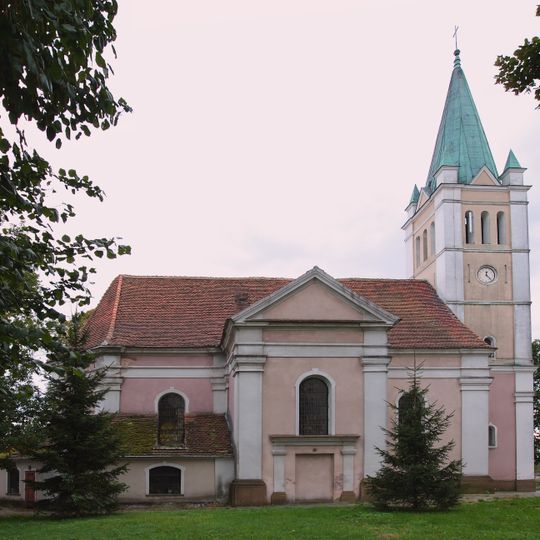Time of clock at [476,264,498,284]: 12:23
